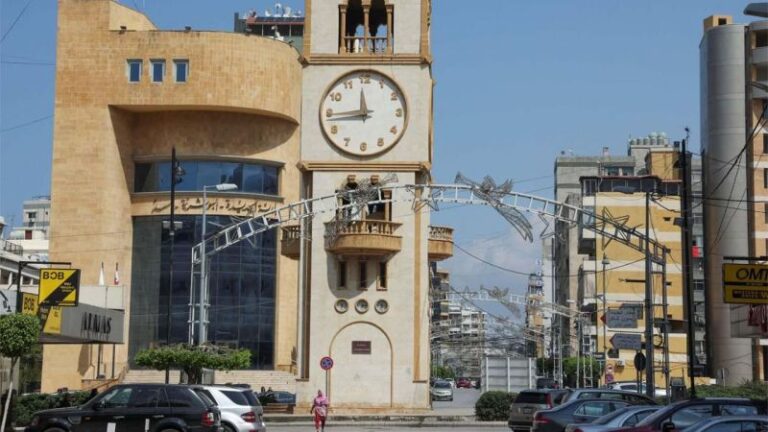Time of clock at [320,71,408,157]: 11:44
